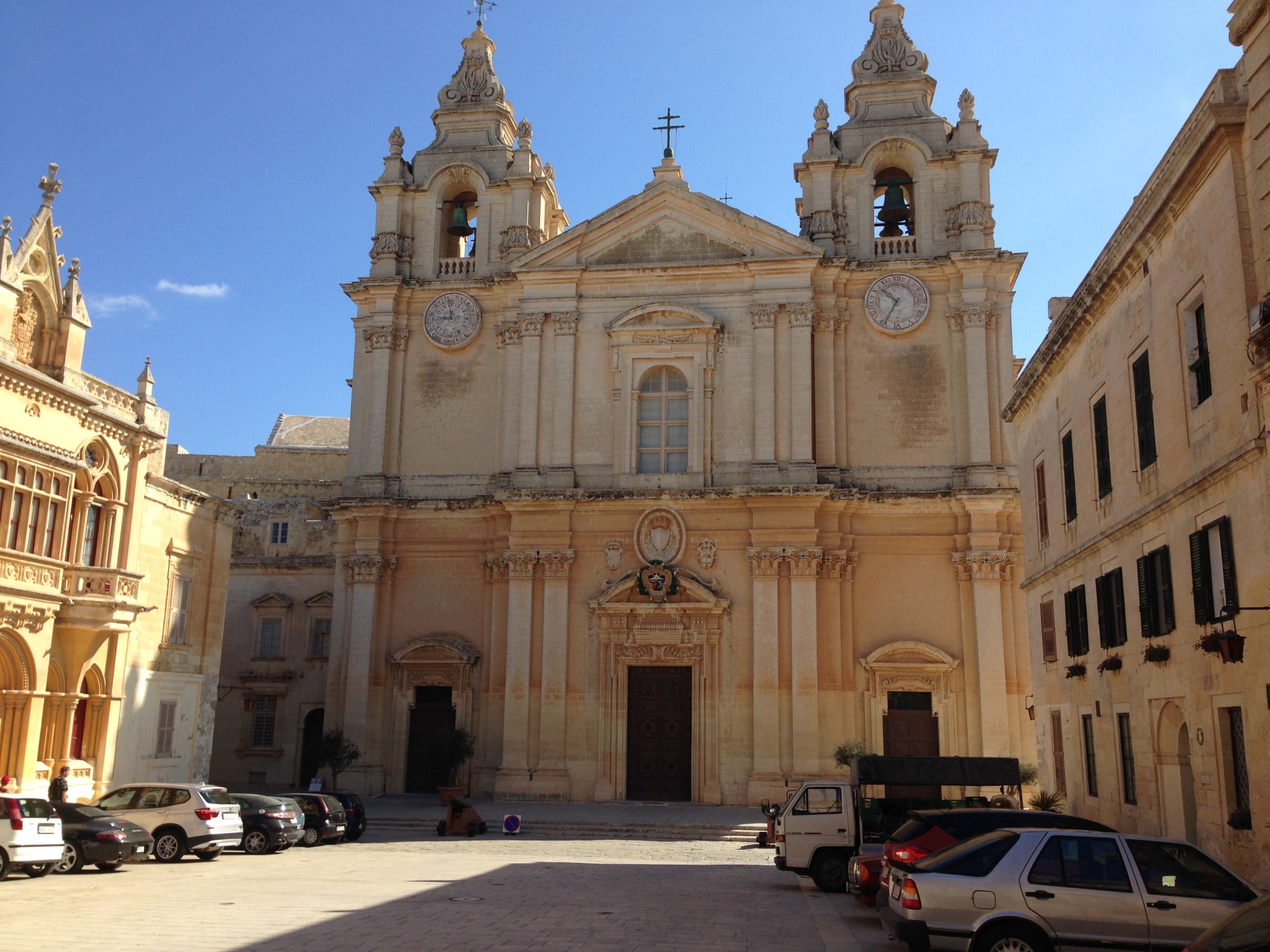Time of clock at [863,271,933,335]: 10:35
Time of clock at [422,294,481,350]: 8:58
